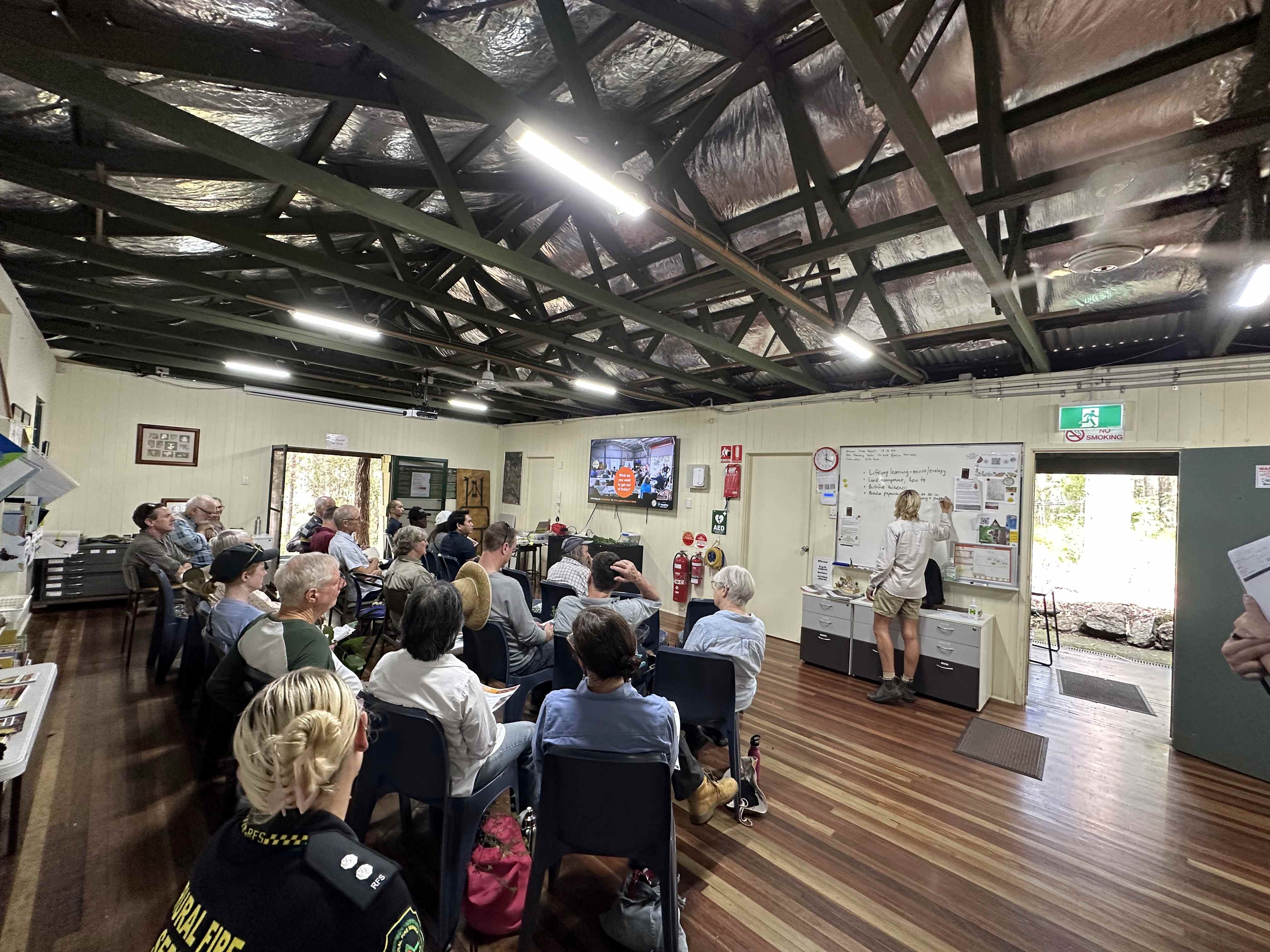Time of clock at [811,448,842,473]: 12:18
